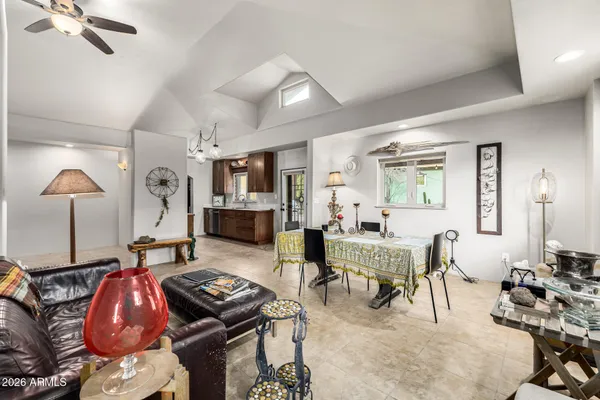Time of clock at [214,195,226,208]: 4:42
